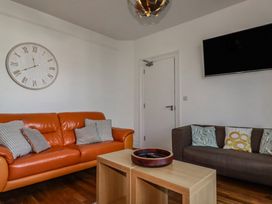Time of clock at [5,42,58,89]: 11:40
